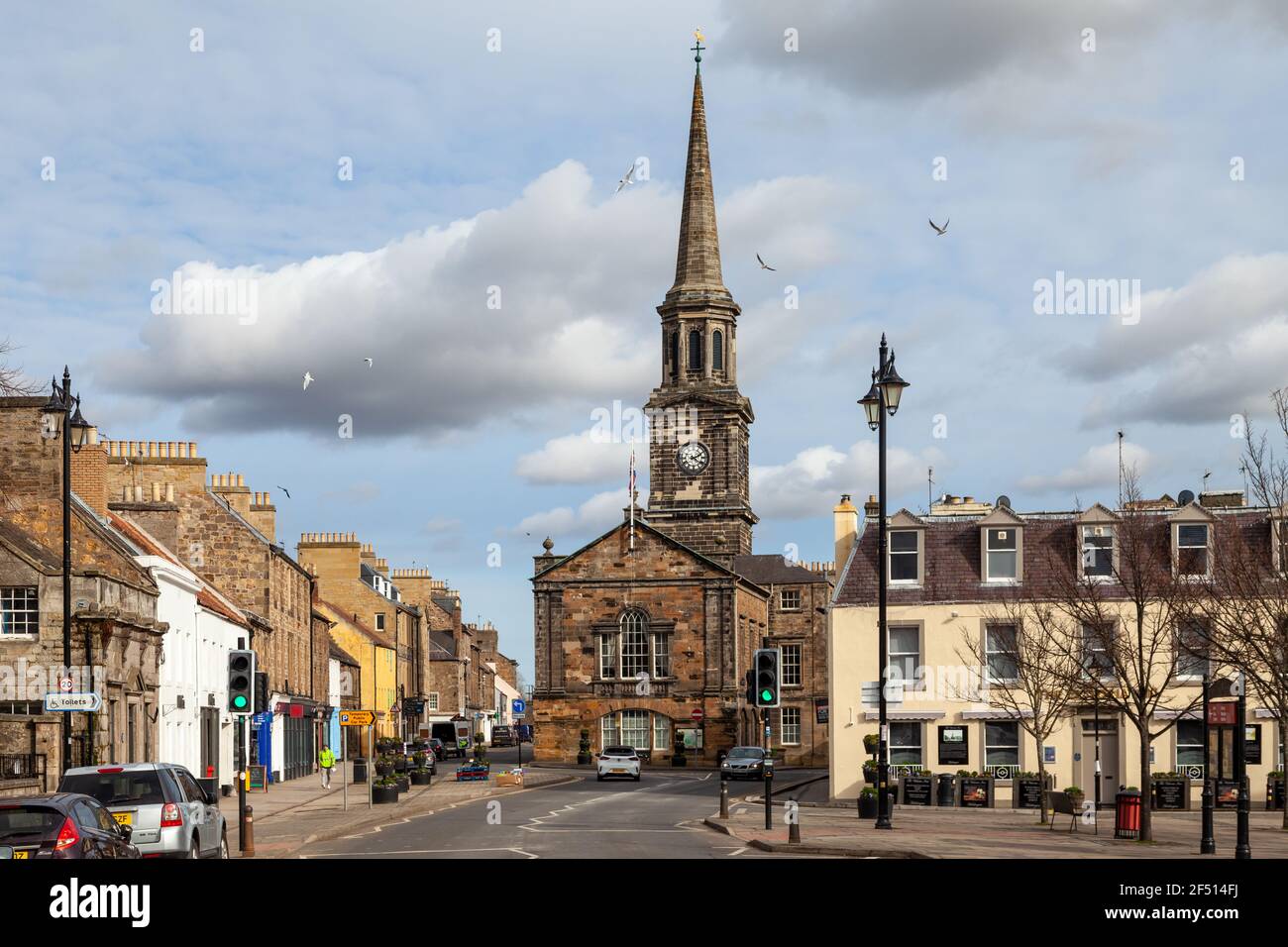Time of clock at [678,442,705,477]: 2:21
